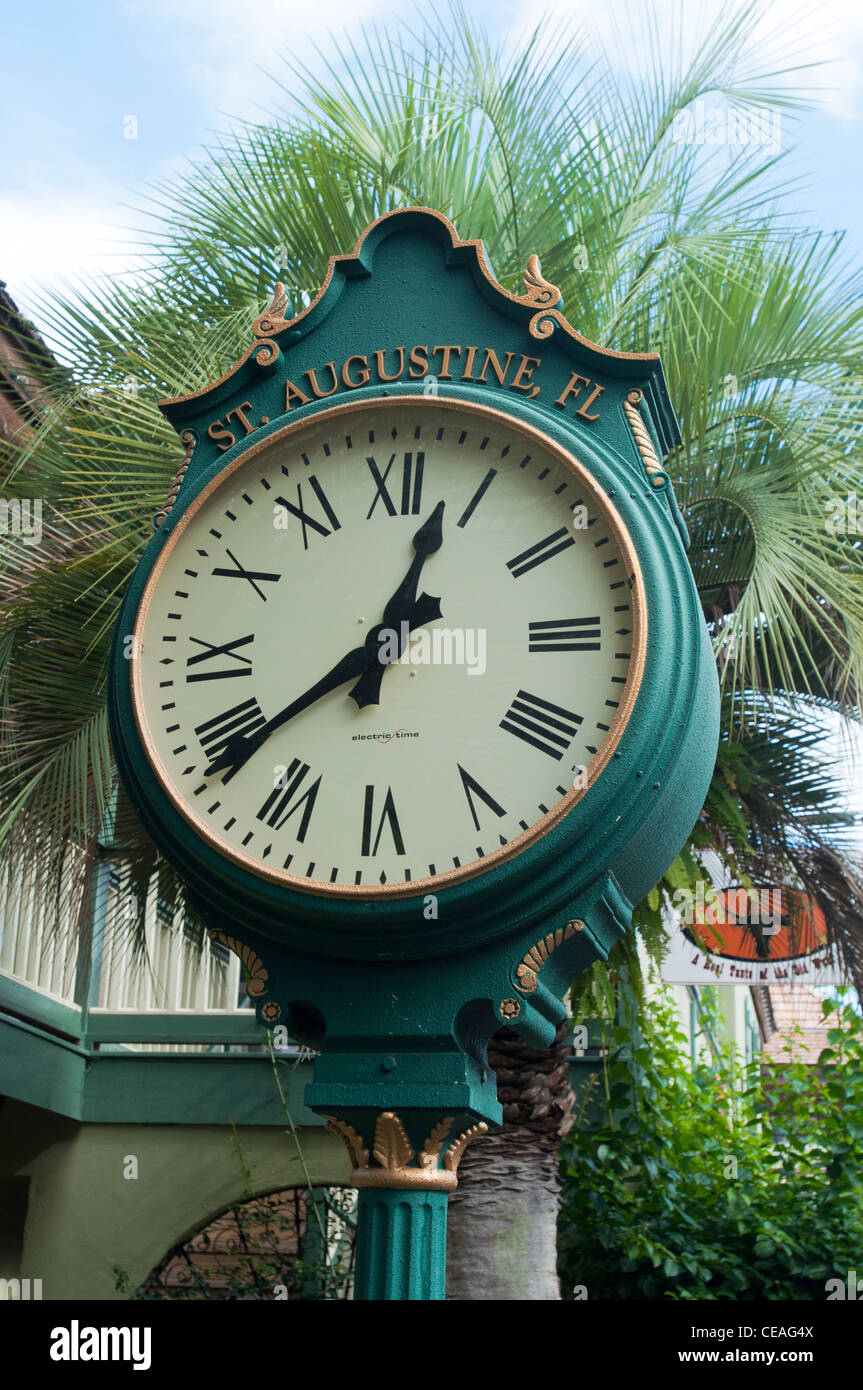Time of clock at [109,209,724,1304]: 12:38
